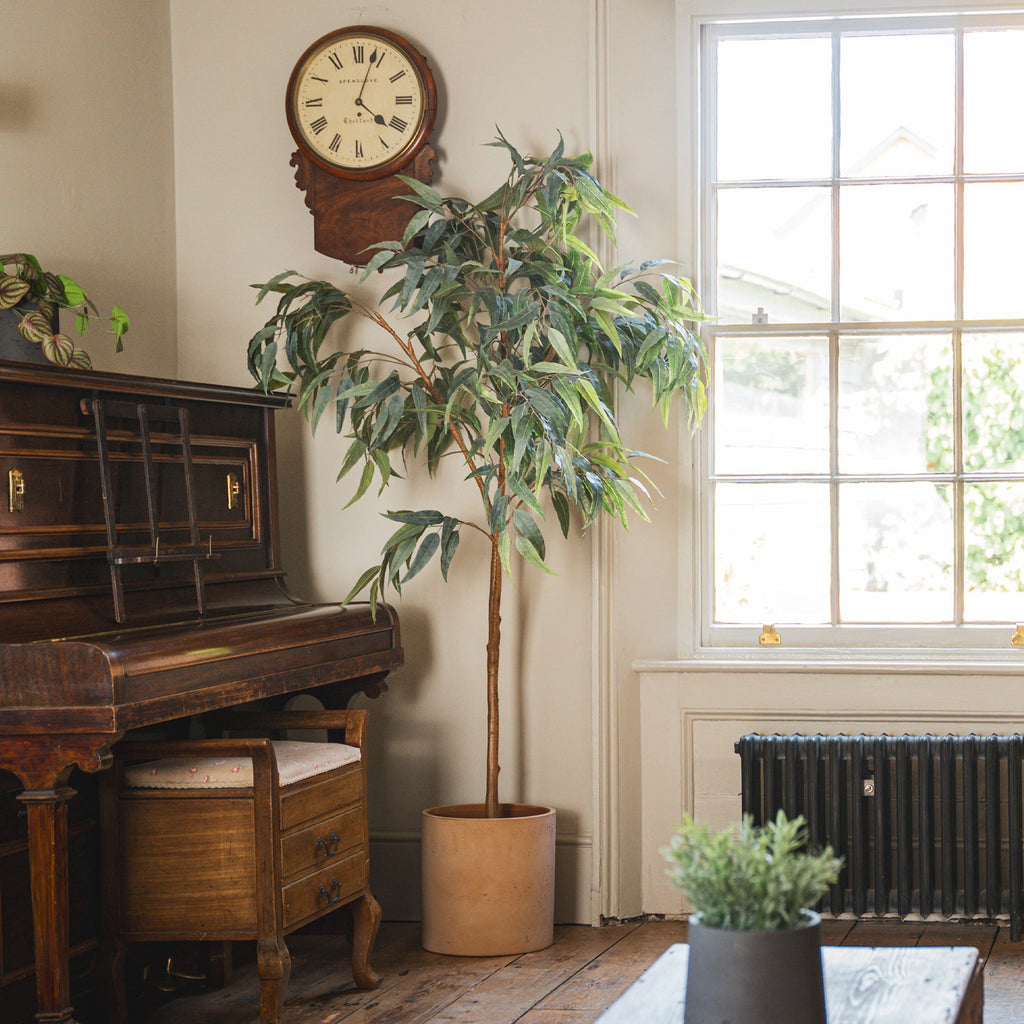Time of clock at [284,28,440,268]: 4:03
